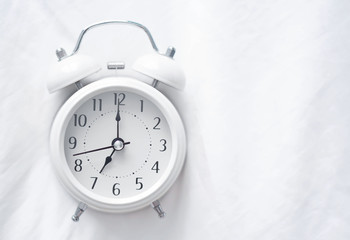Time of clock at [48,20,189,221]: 7:00
